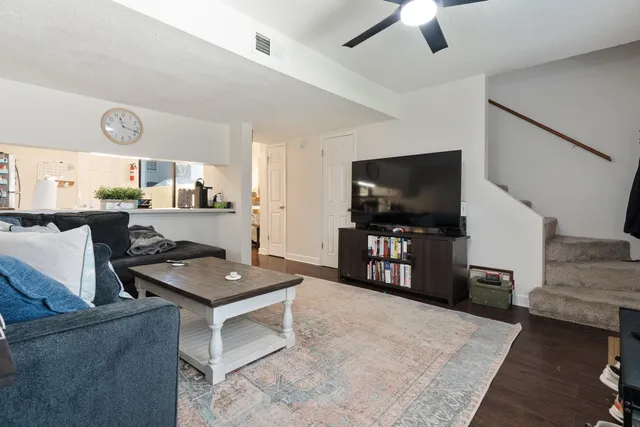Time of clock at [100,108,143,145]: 11:17
